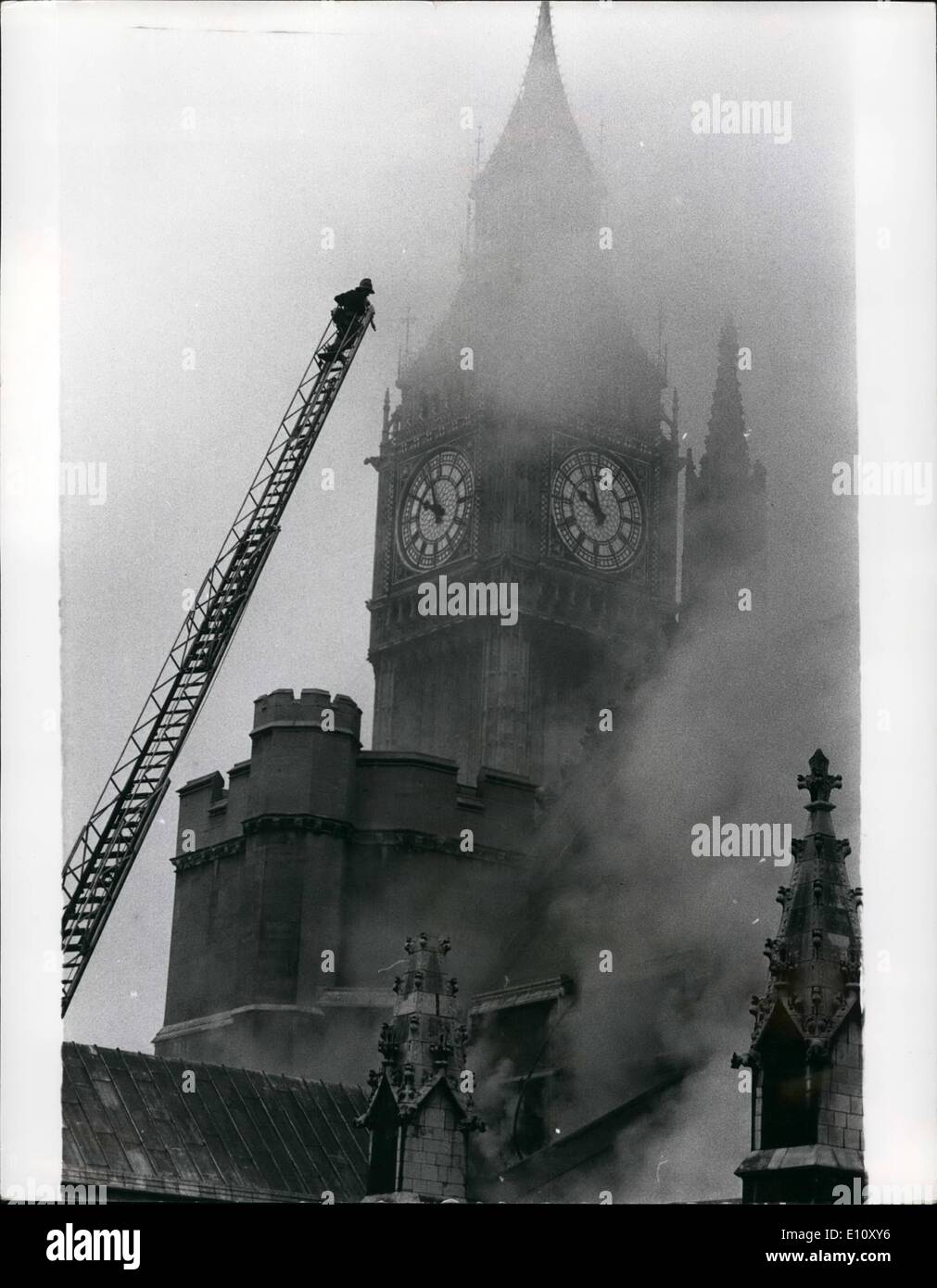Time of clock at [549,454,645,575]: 9:57
